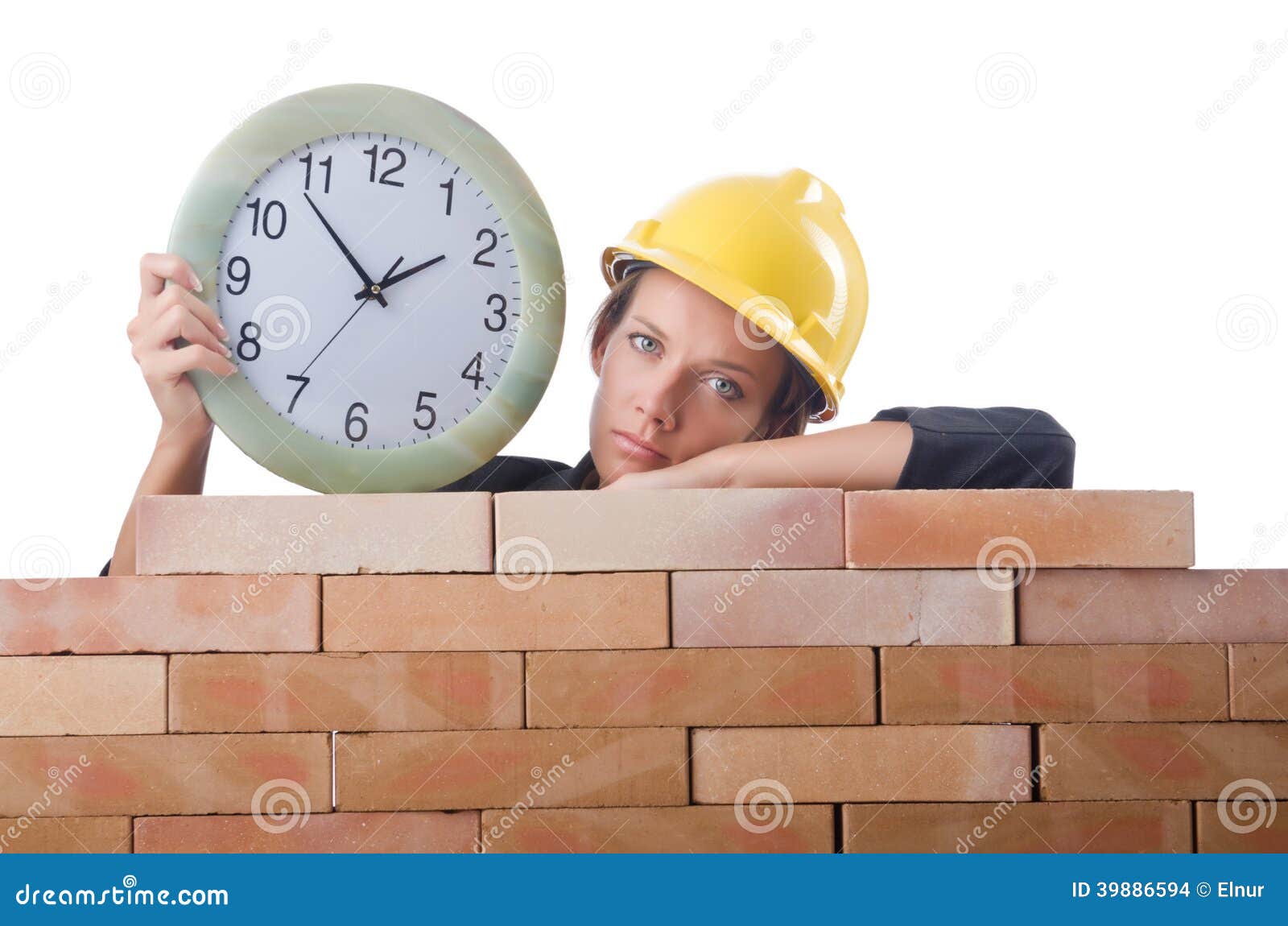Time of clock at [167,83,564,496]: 1:53
